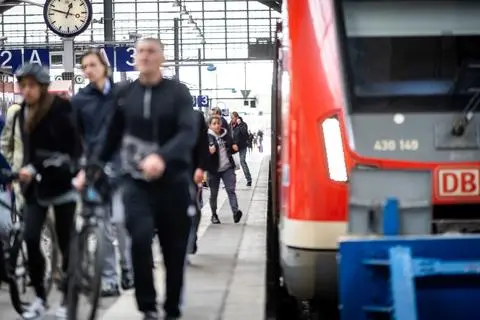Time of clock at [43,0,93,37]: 12:47
